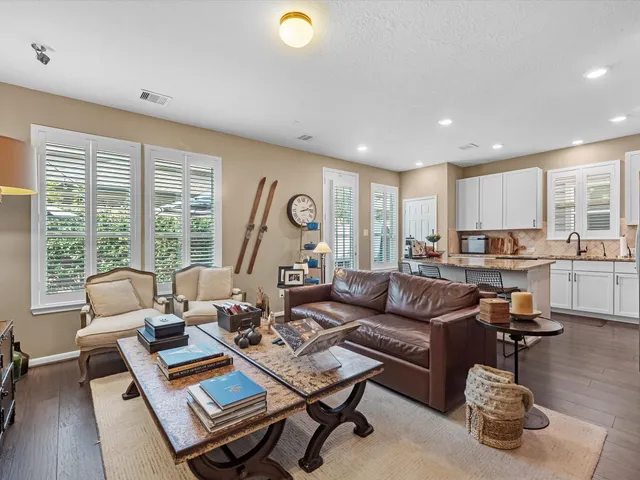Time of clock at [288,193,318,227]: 2:12
